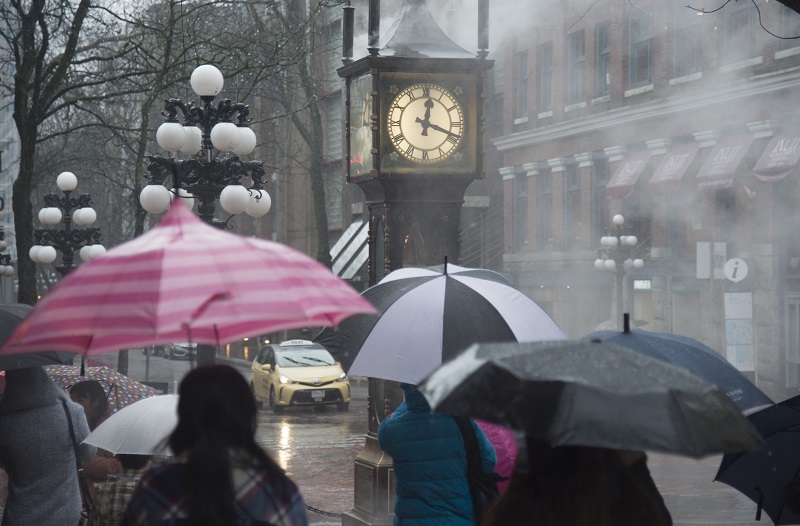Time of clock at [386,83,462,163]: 12:18
